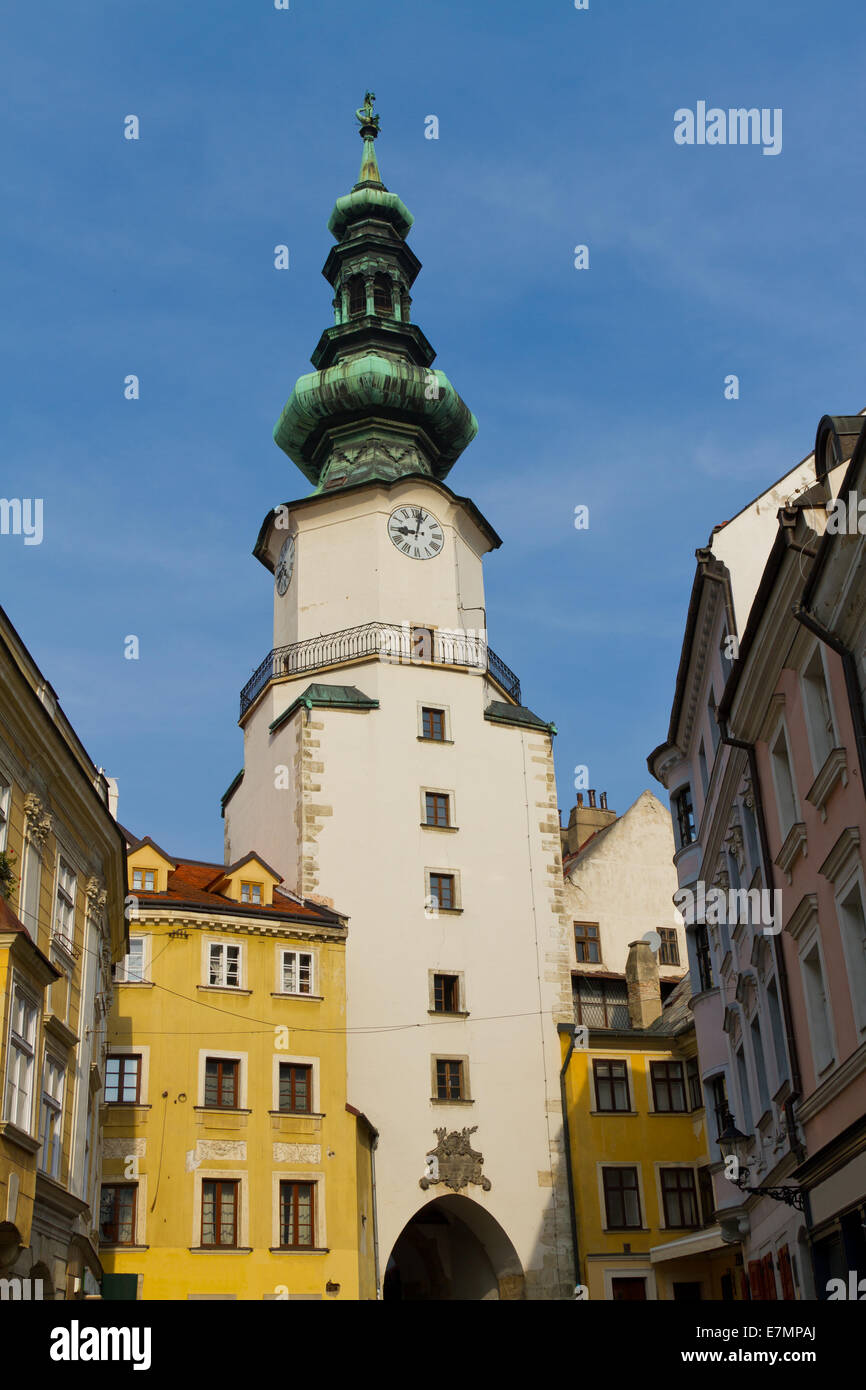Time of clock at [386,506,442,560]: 9:01
